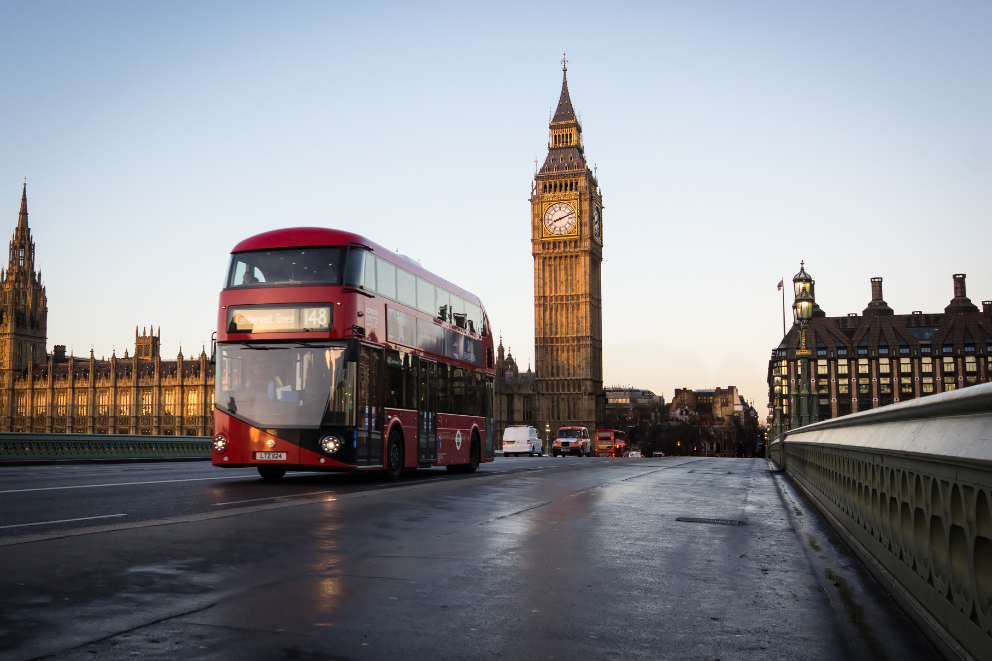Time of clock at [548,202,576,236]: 8:11
